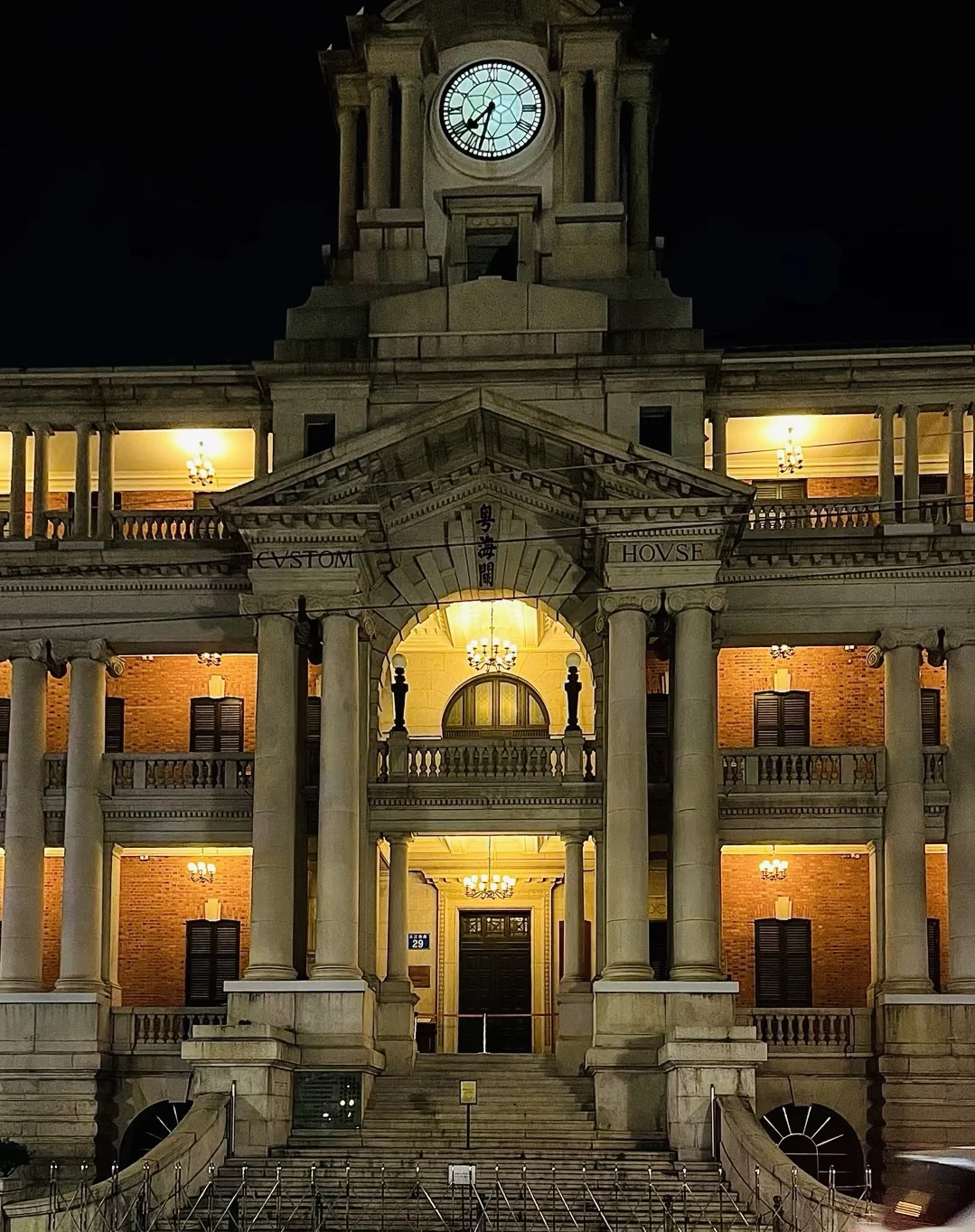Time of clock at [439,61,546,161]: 7:32
